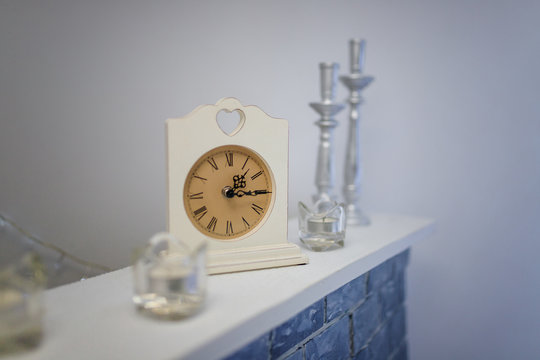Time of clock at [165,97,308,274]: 1:15
